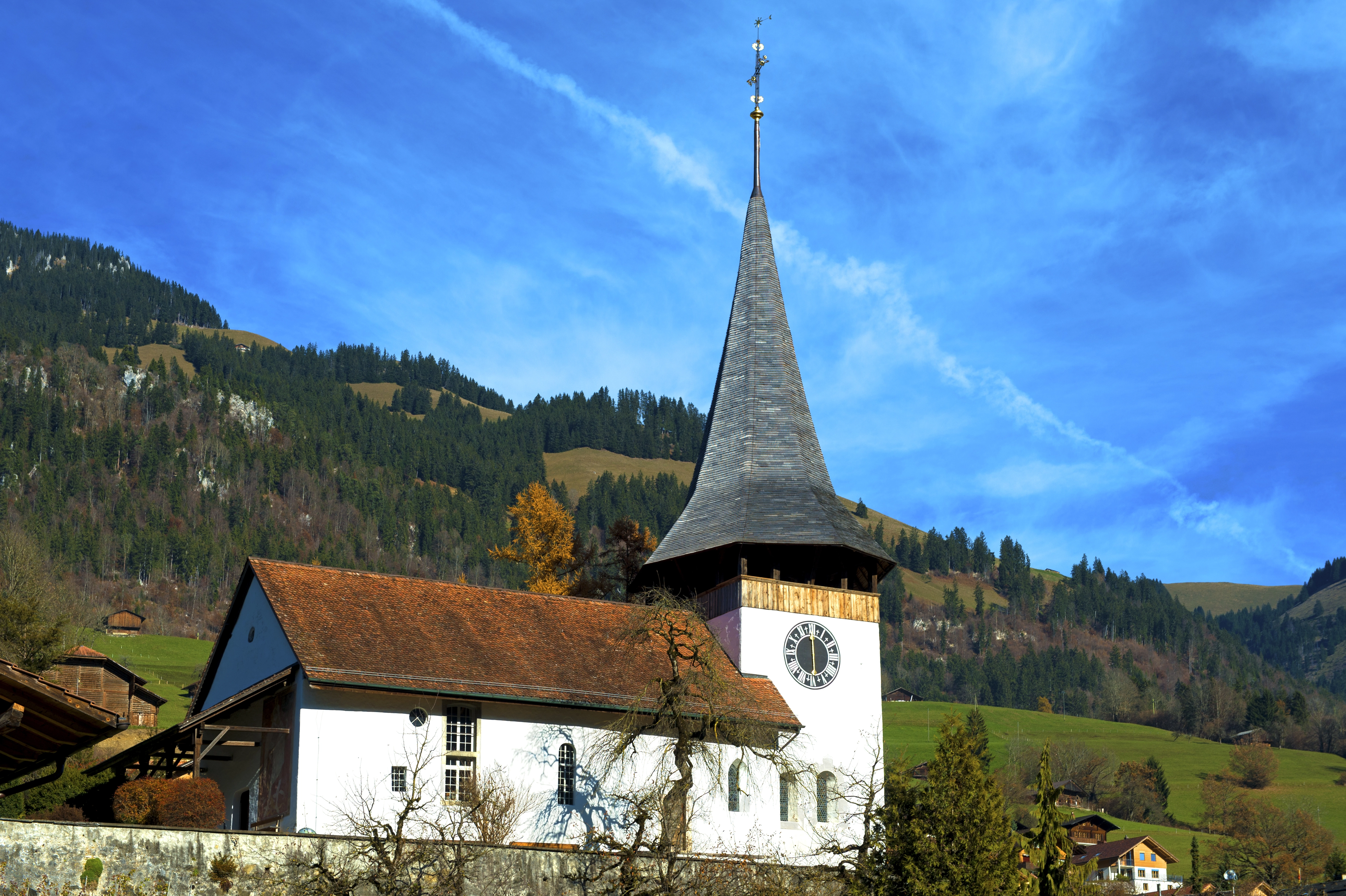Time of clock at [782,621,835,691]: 5:59
